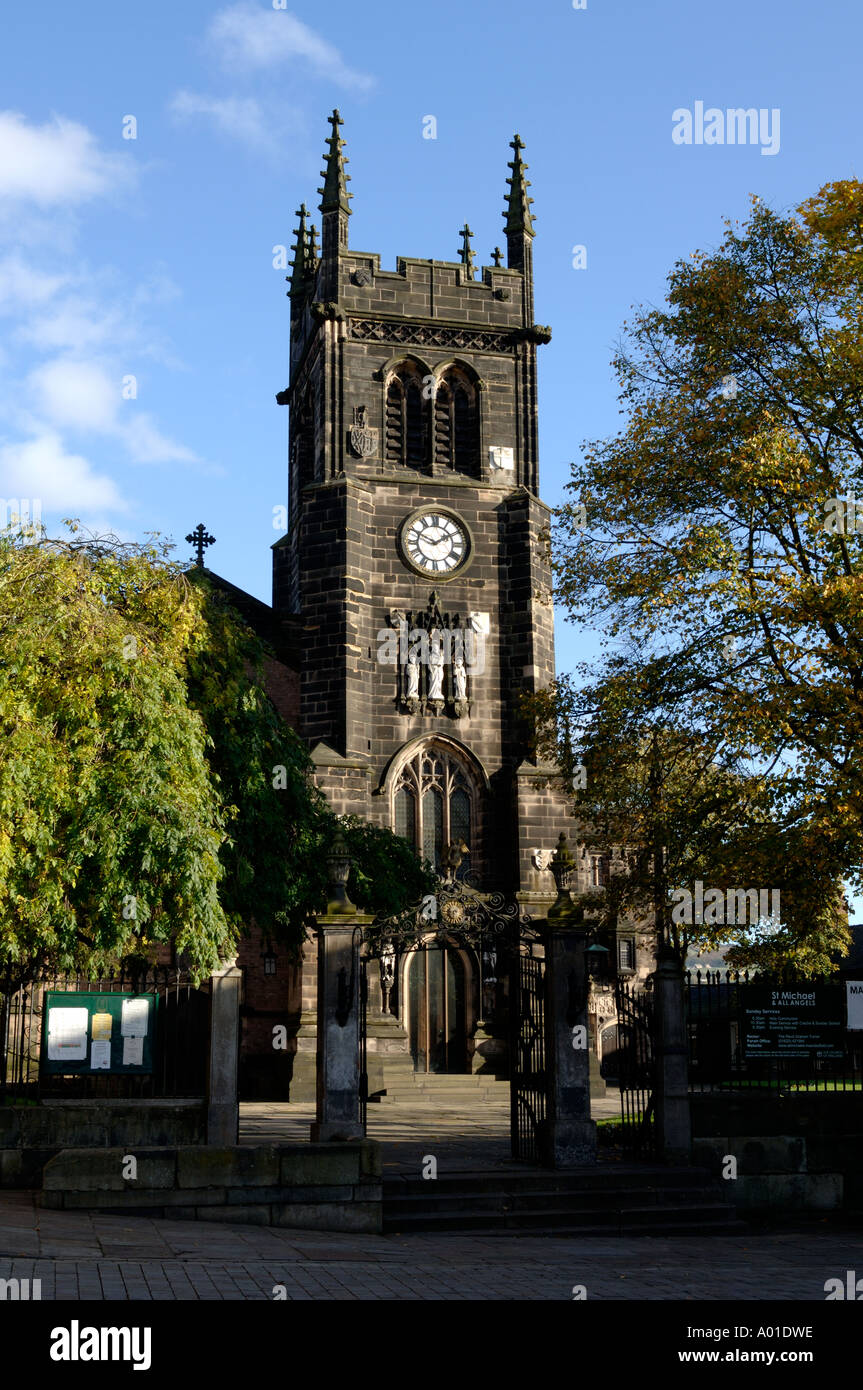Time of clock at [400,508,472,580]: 1:49
